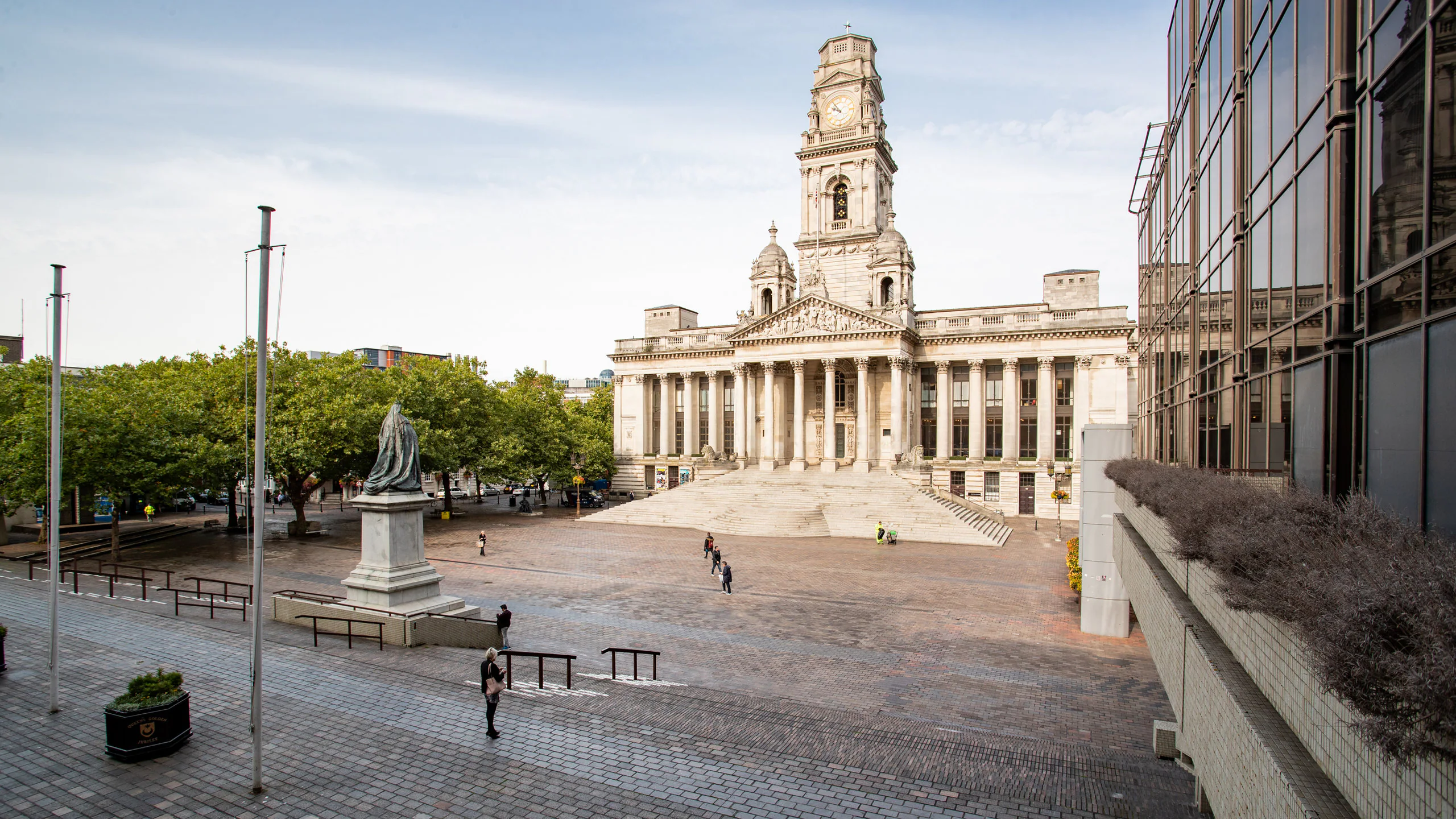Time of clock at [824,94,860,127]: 9:53
